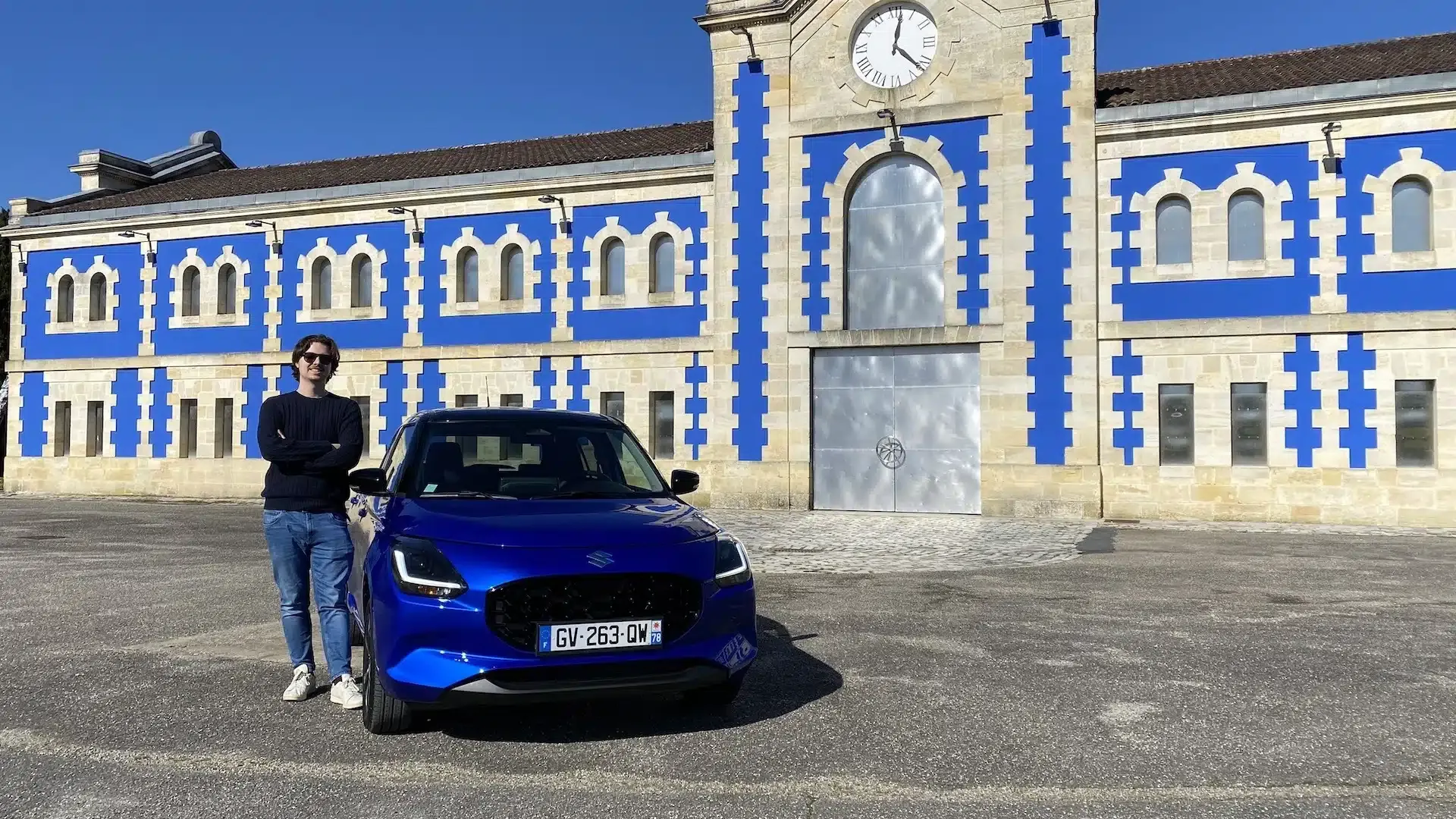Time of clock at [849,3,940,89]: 12:22
